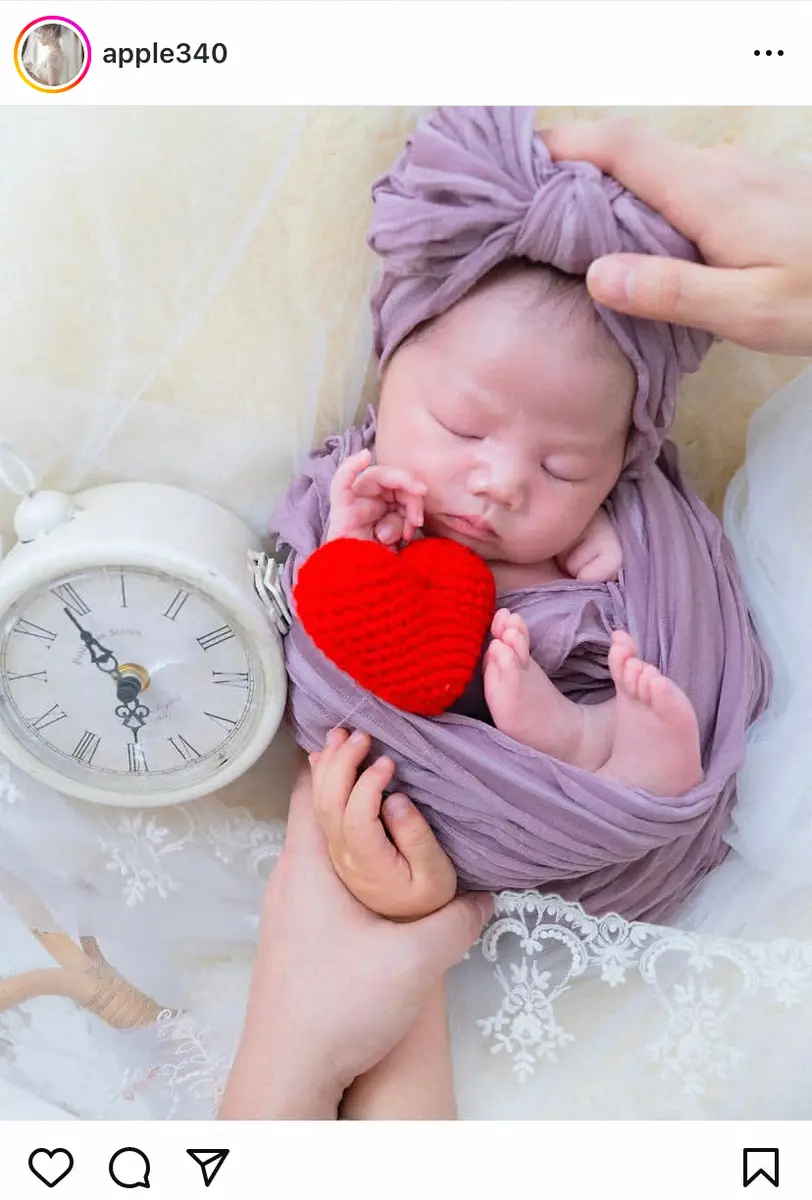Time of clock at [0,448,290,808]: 5:54
